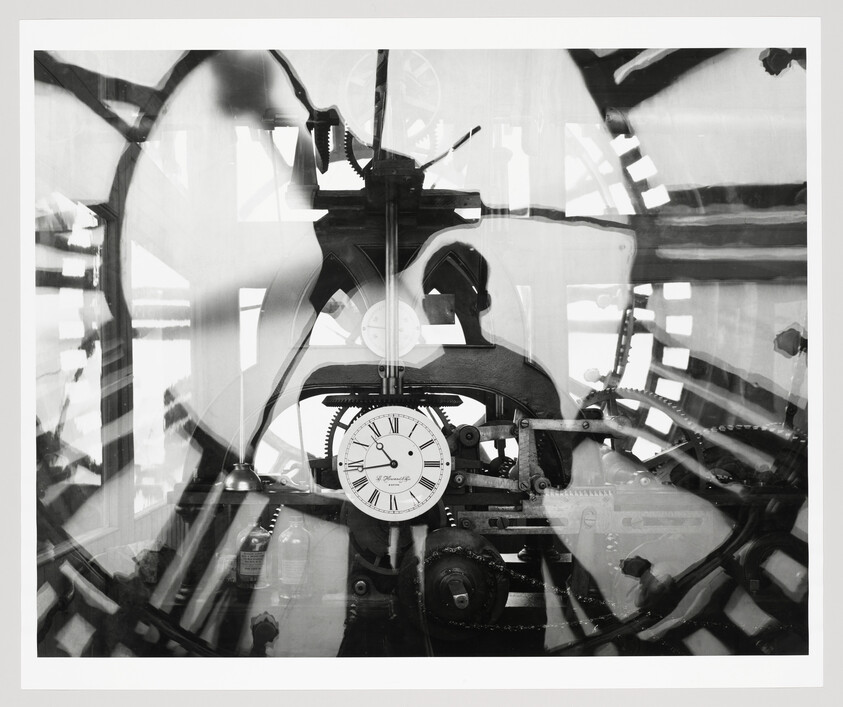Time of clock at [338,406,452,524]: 10:43
